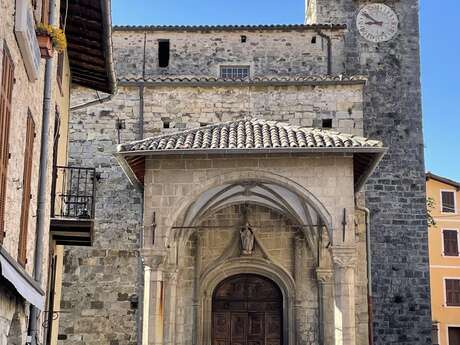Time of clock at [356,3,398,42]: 8:49
